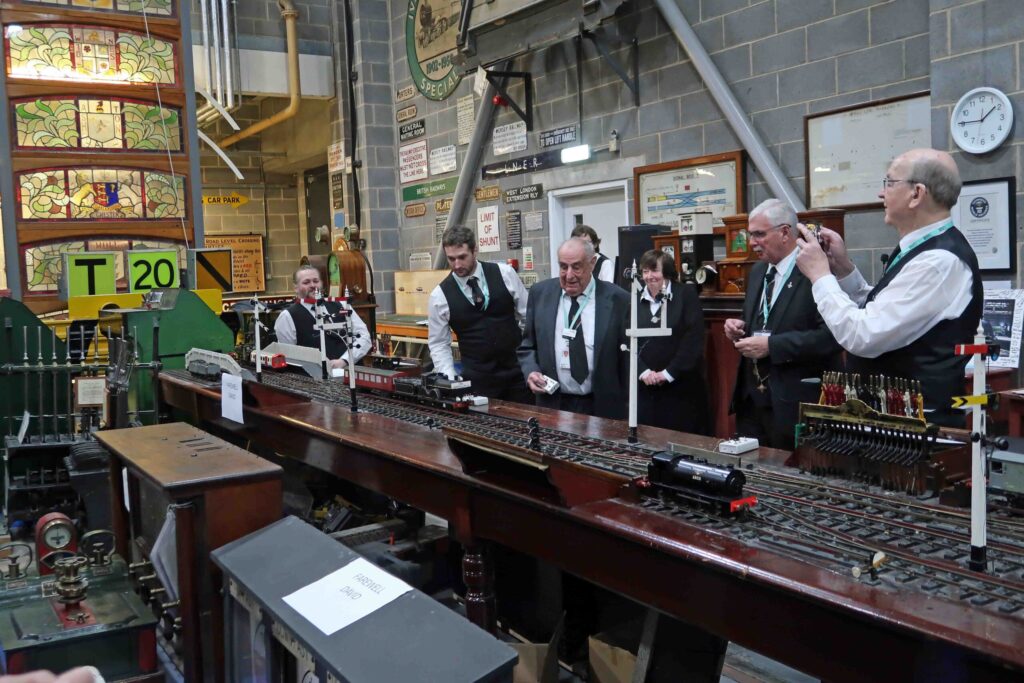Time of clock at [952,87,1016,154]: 1:45
